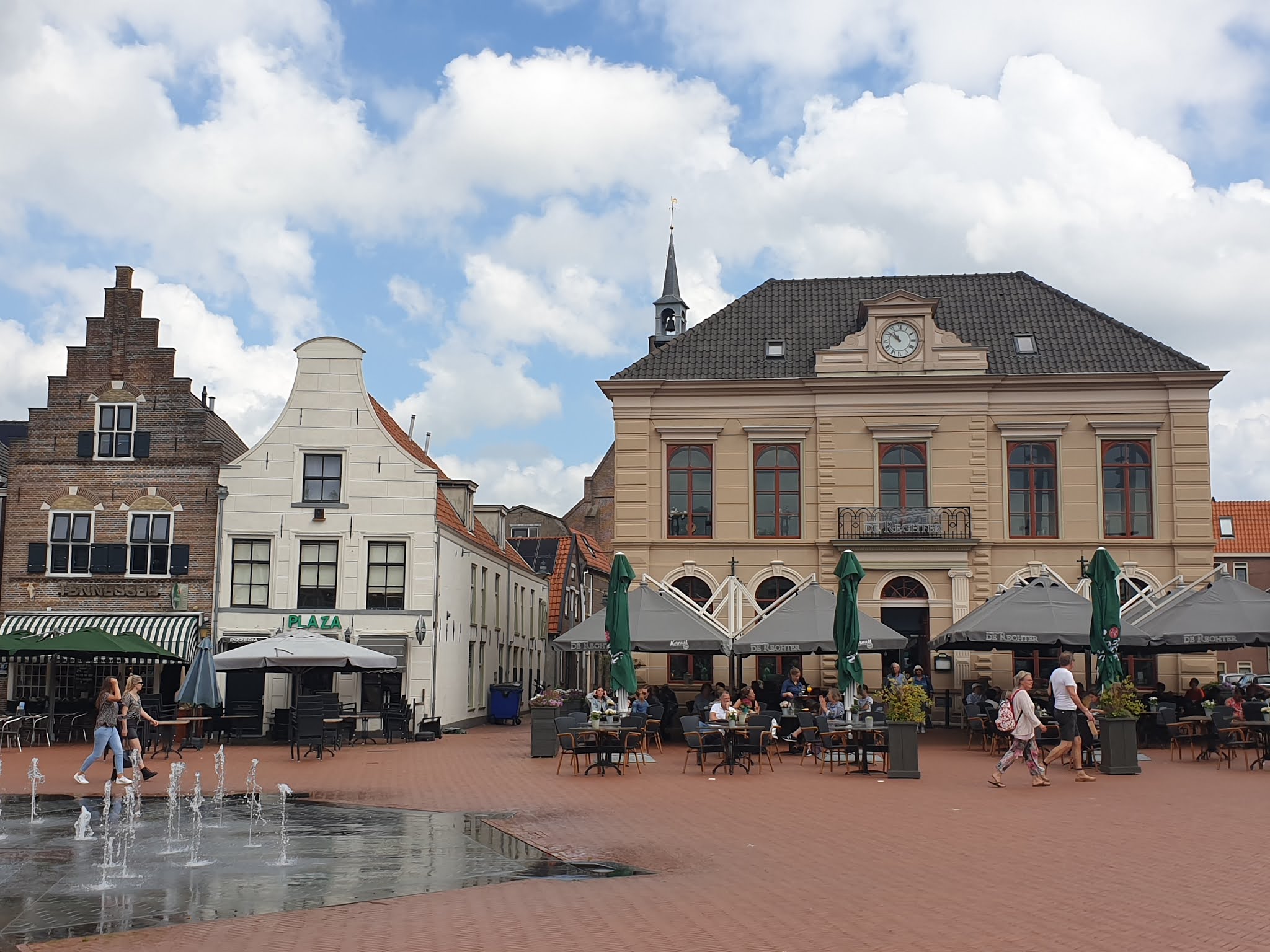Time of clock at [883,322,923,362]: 10:51
